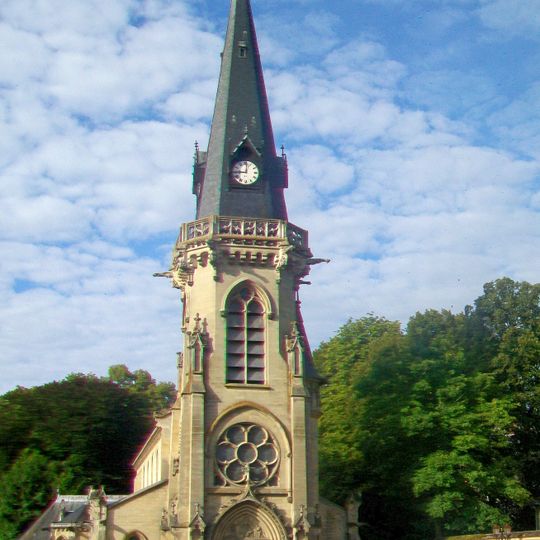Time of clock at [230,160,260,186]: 9:01
